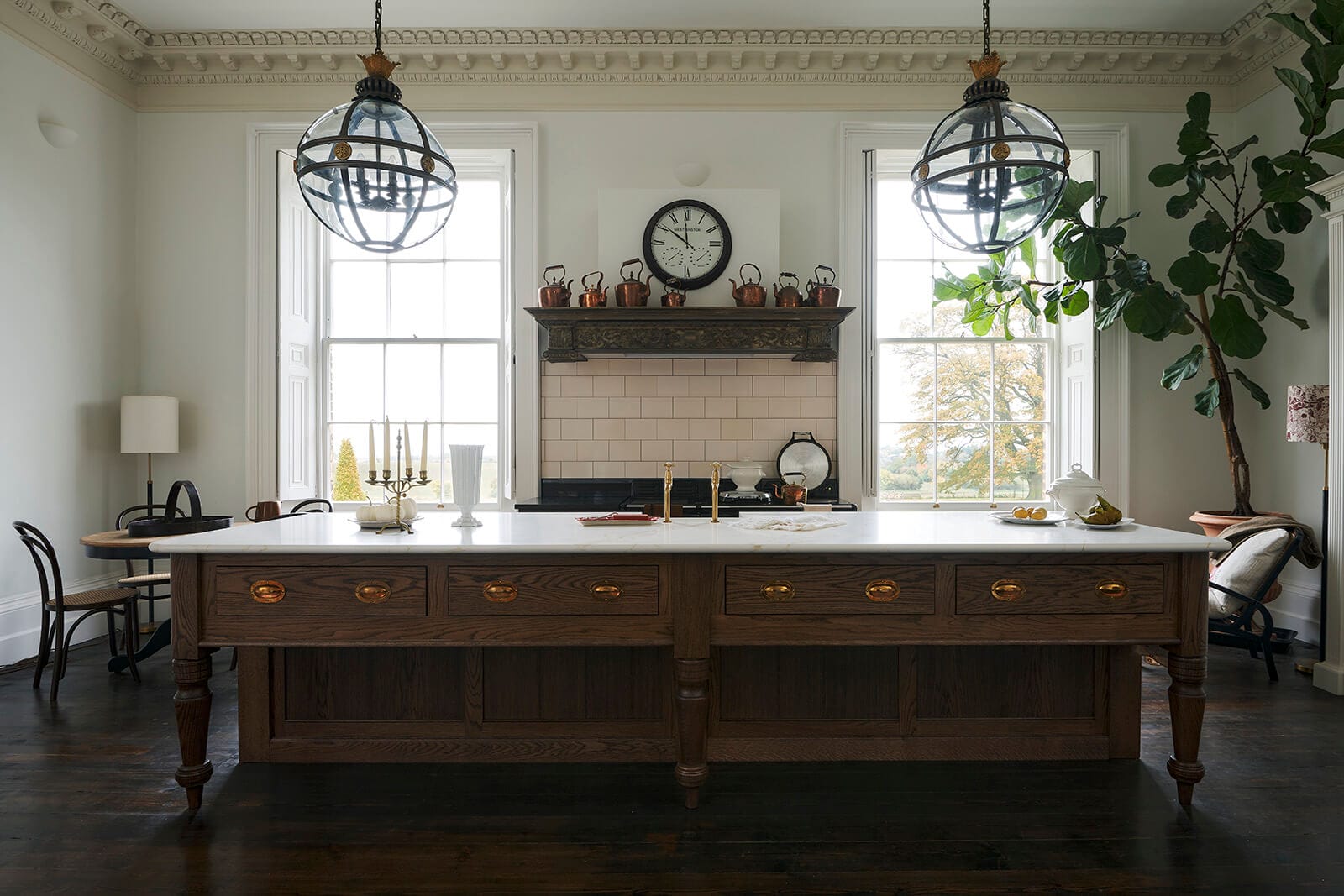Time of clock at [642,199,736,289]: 11:50
